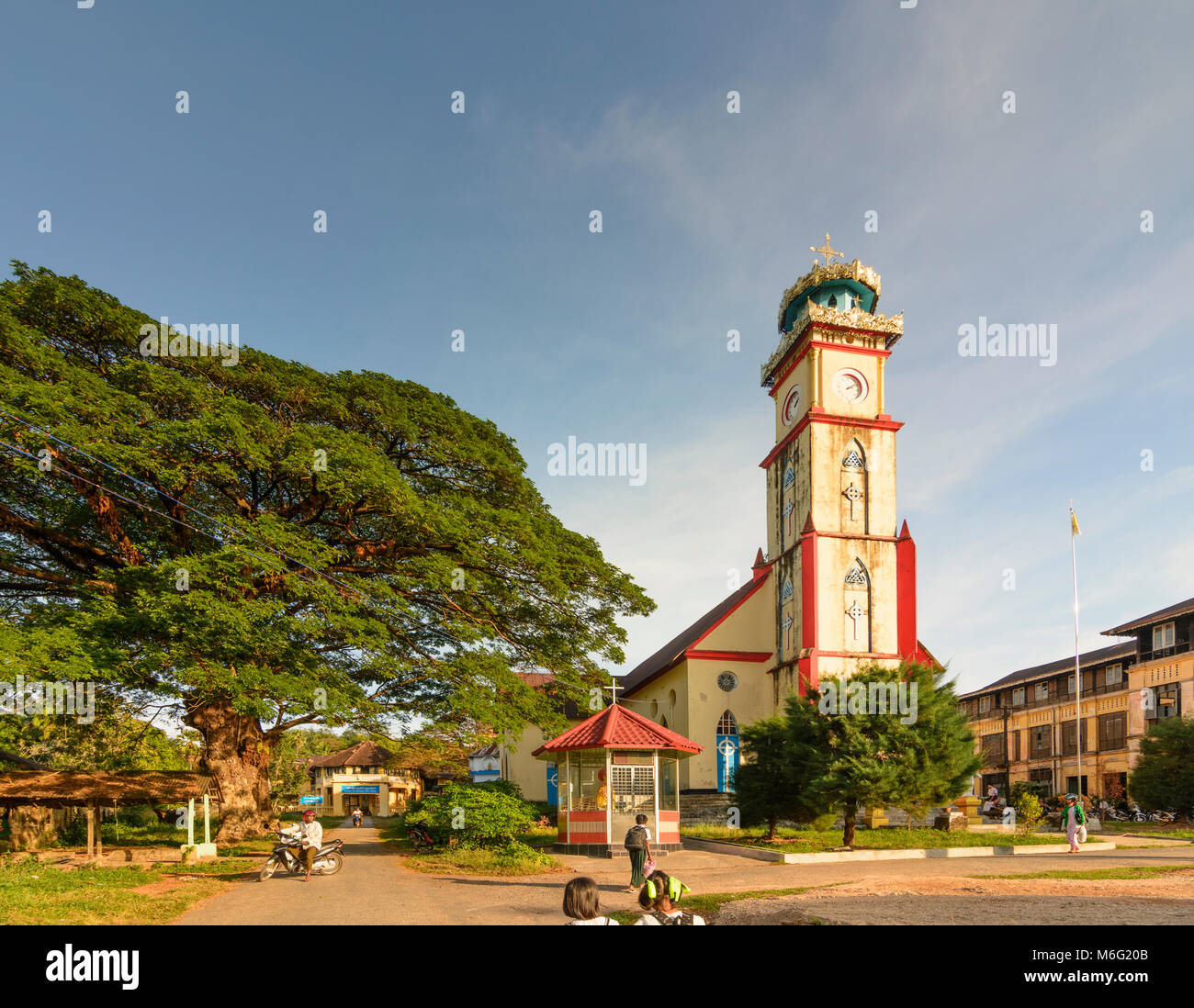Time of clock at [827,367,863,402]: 2:08
